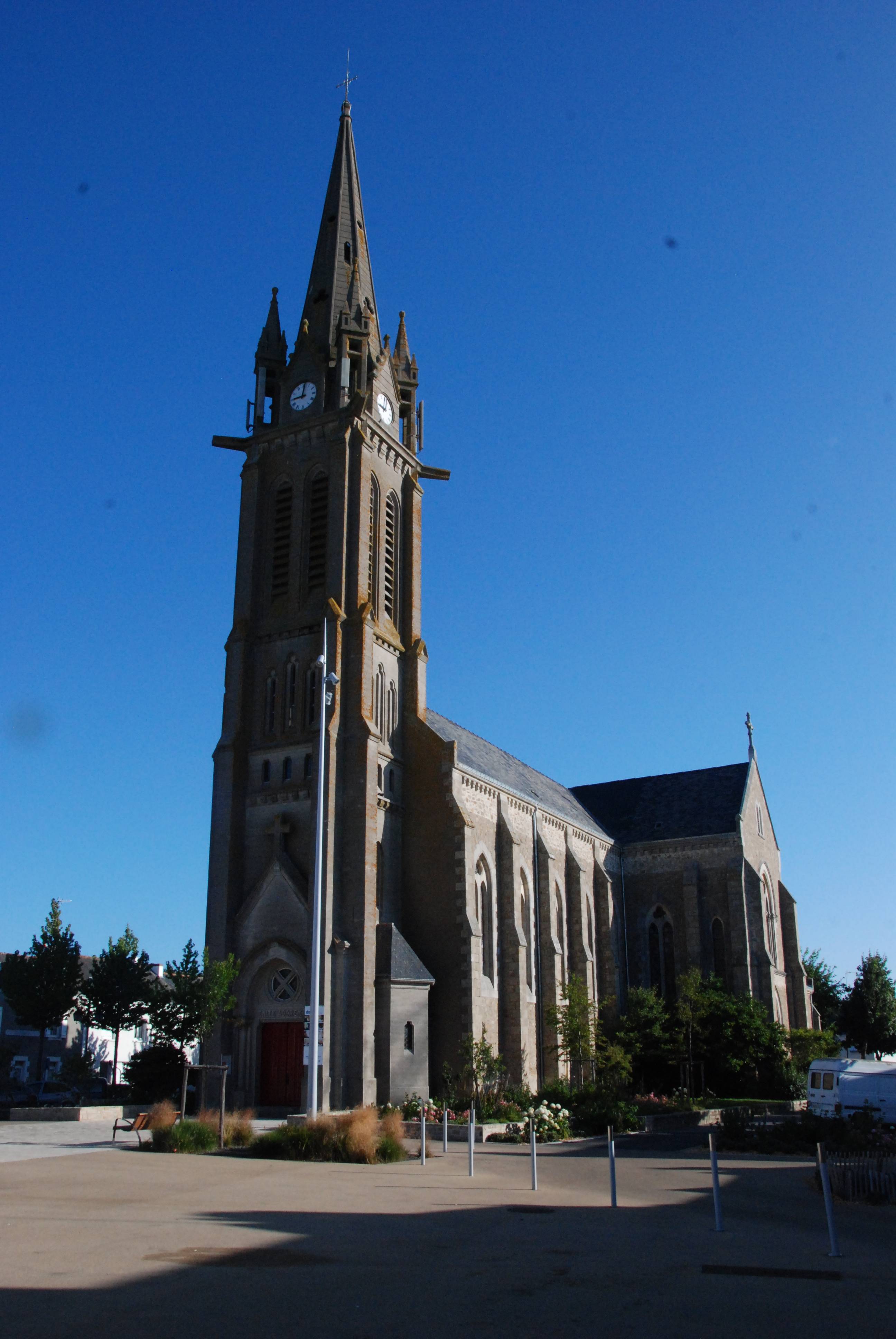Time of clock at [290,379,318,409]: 9:01
